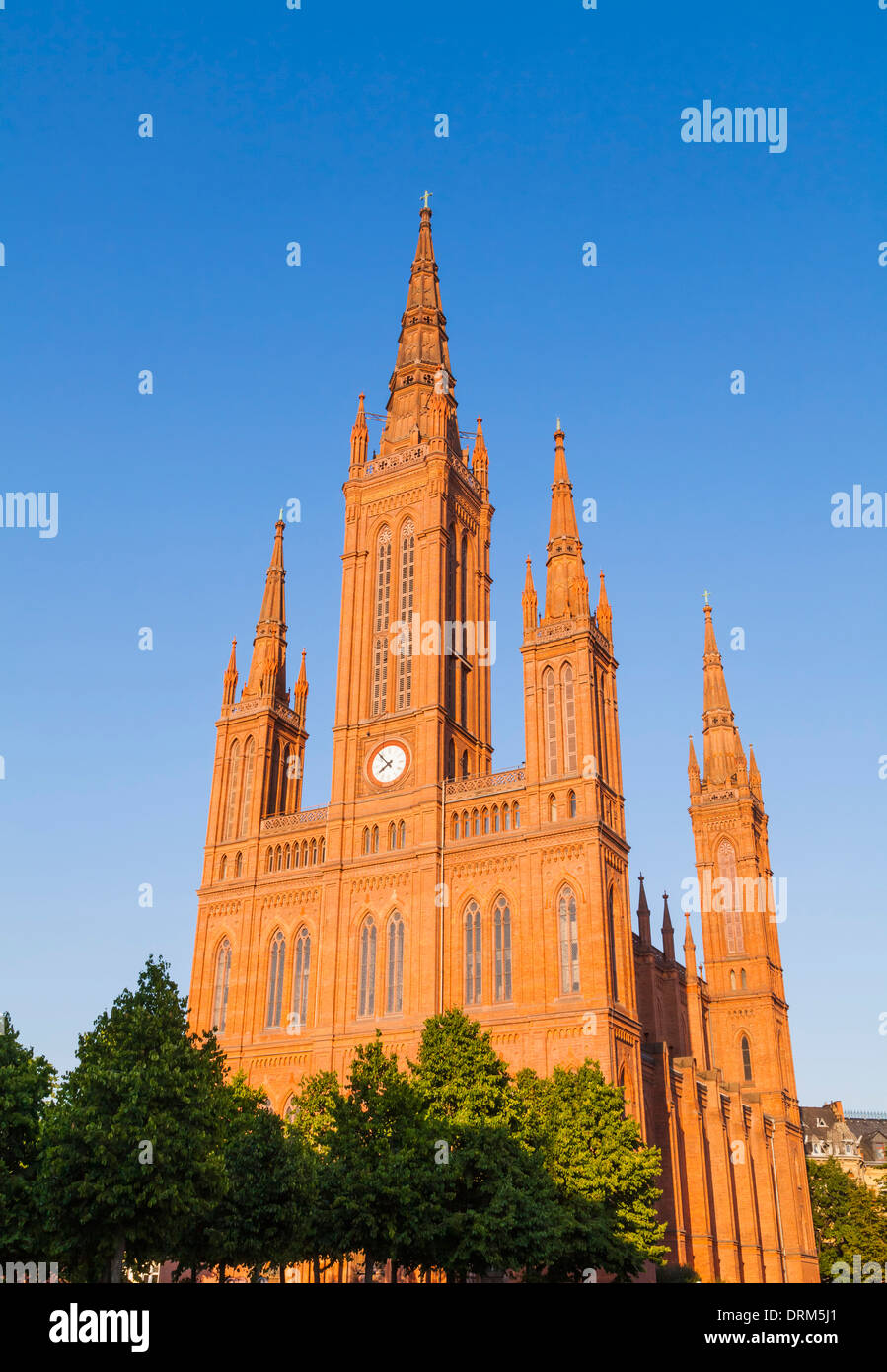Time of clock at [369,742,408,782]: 7:52
